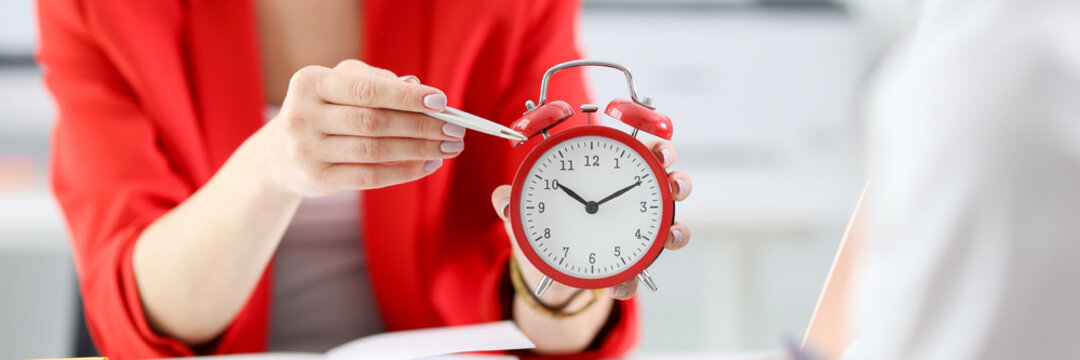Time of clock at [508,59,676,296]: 10:10
